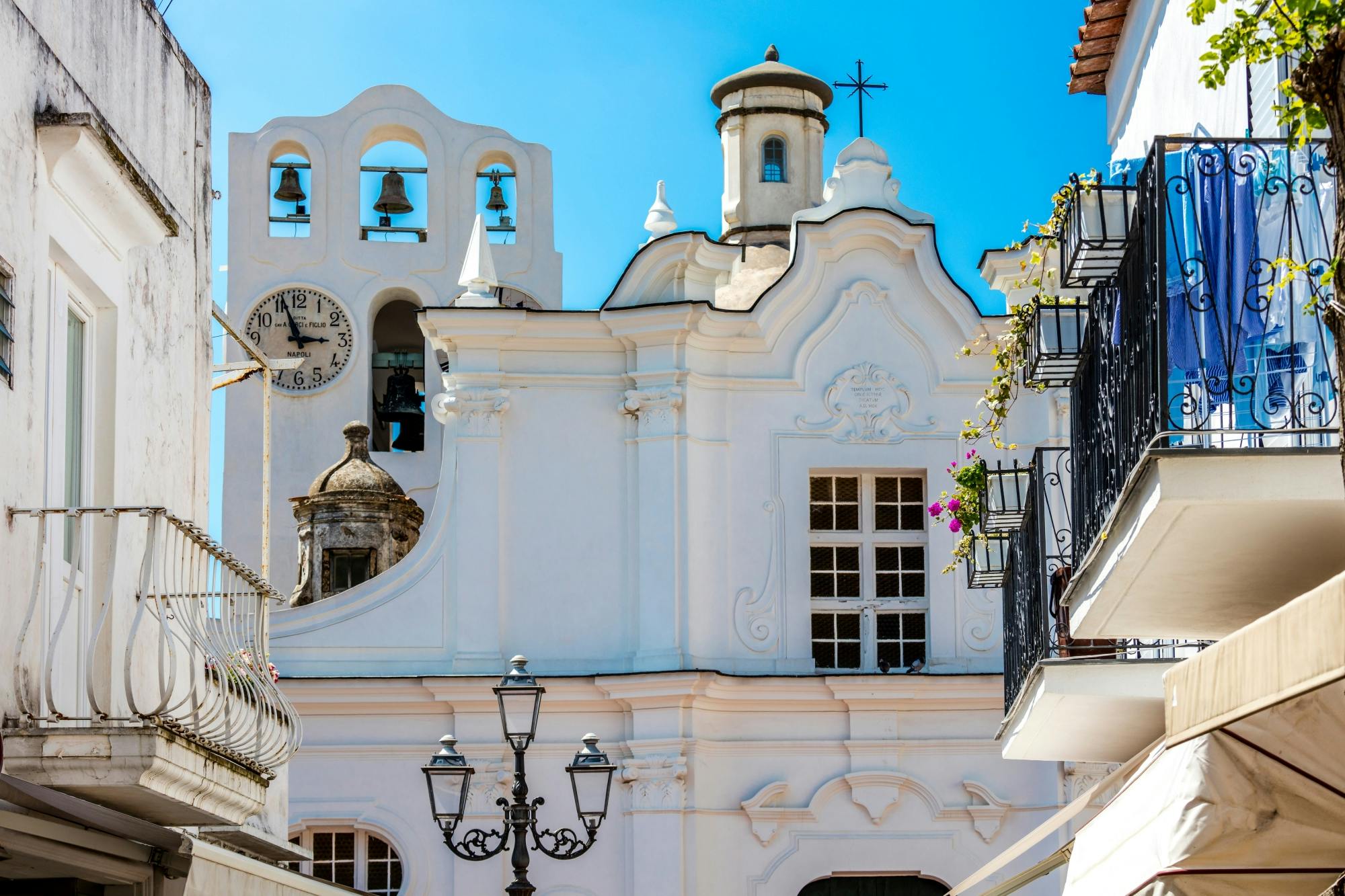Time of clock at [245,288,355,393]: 2:56
